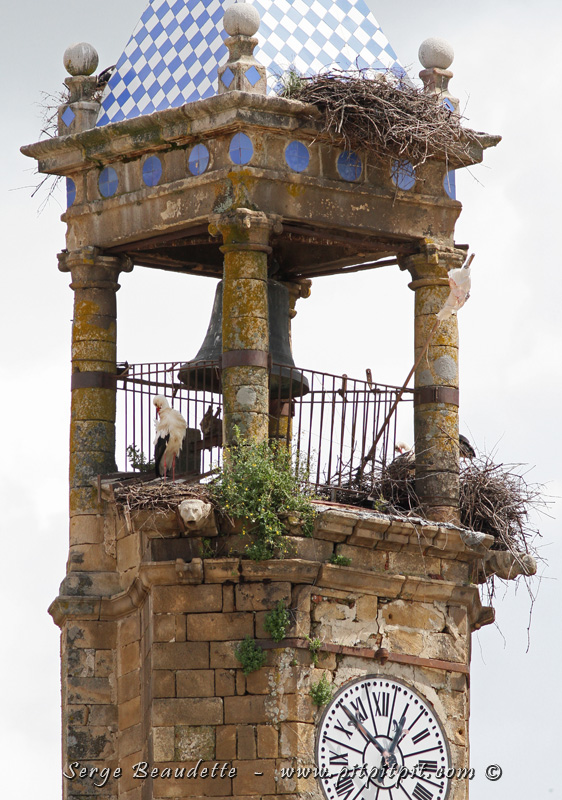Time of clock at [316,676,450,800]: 12:52
